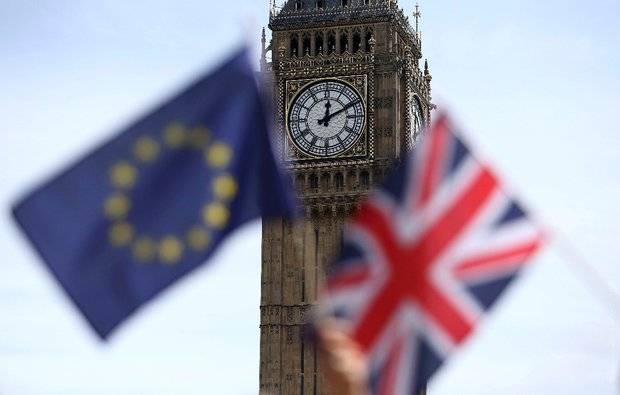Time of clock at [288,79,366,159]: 12:10
